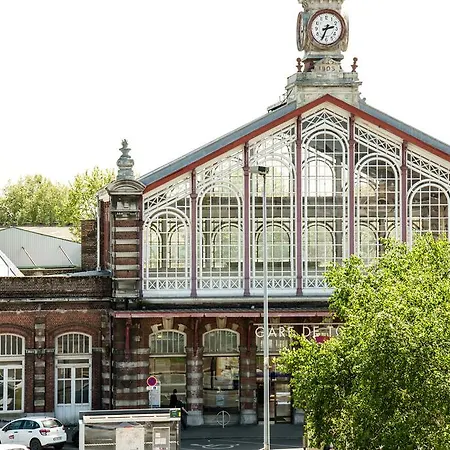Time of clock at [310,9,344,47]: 2:34
